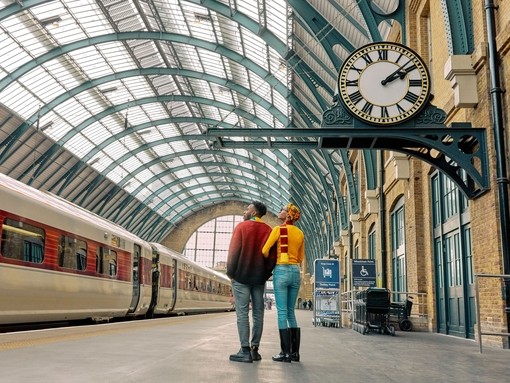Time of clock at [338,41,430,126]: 2:08
